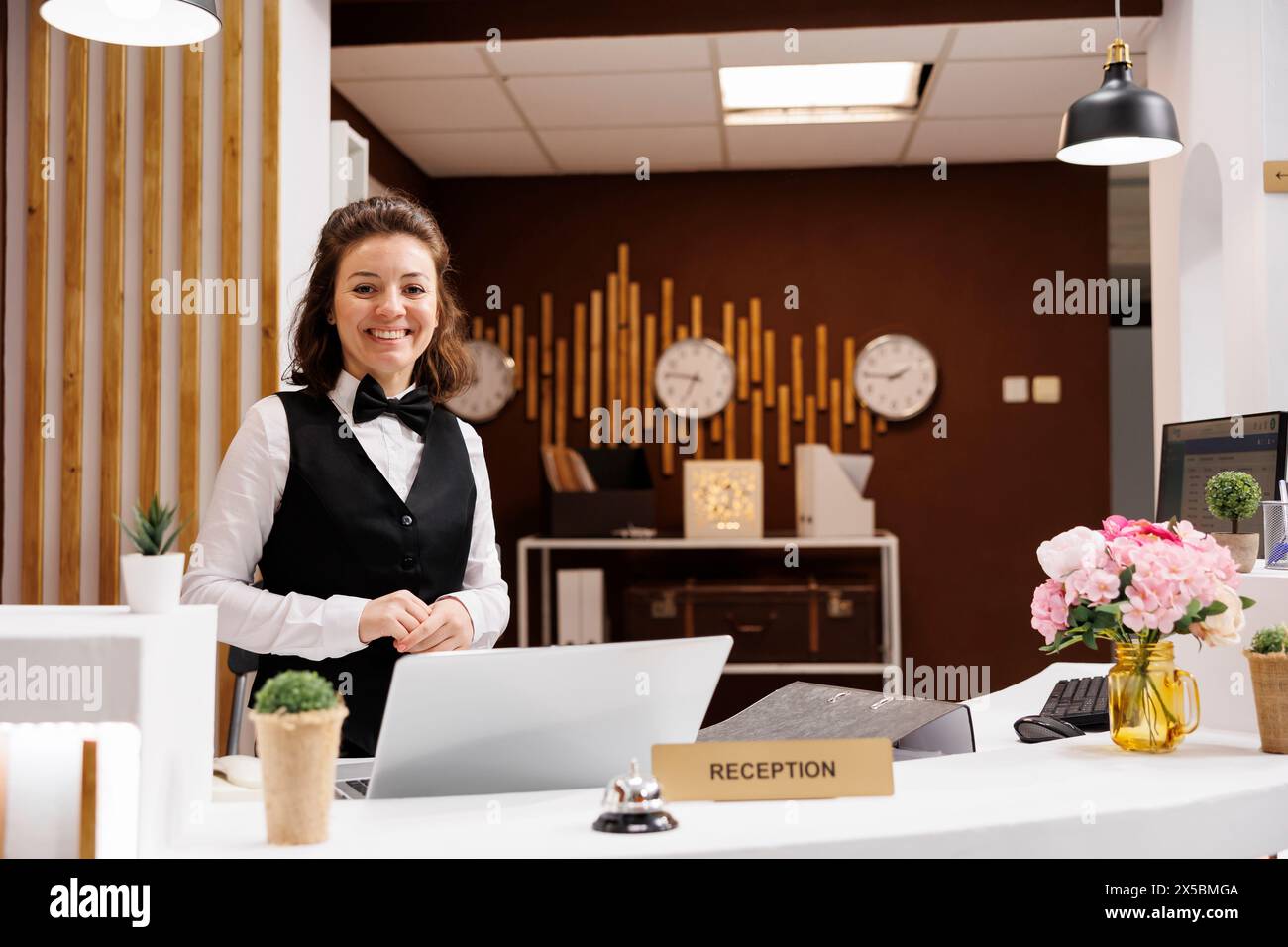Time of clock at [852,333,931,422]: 1:45
